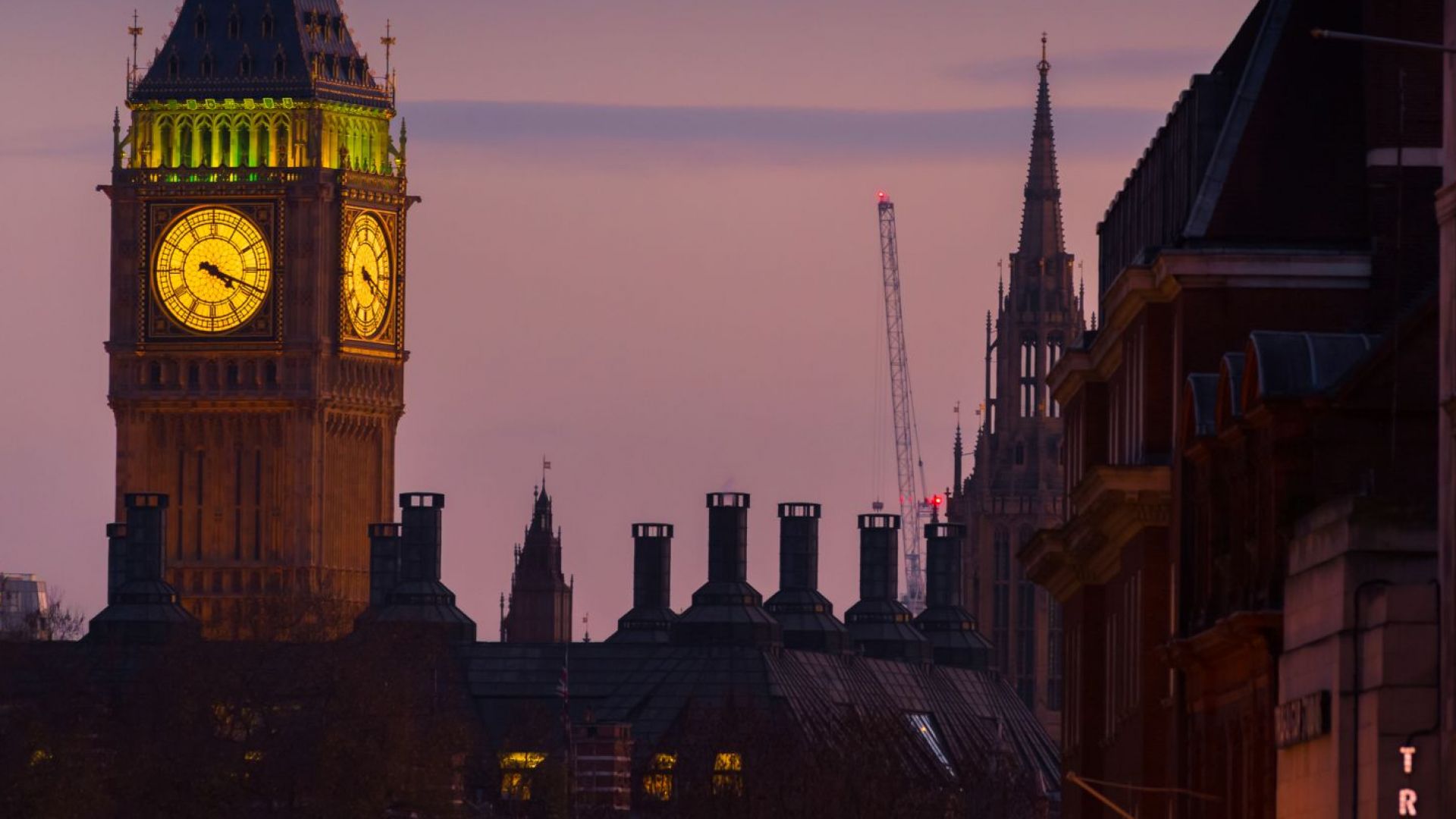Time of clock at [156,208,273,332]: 4:18
